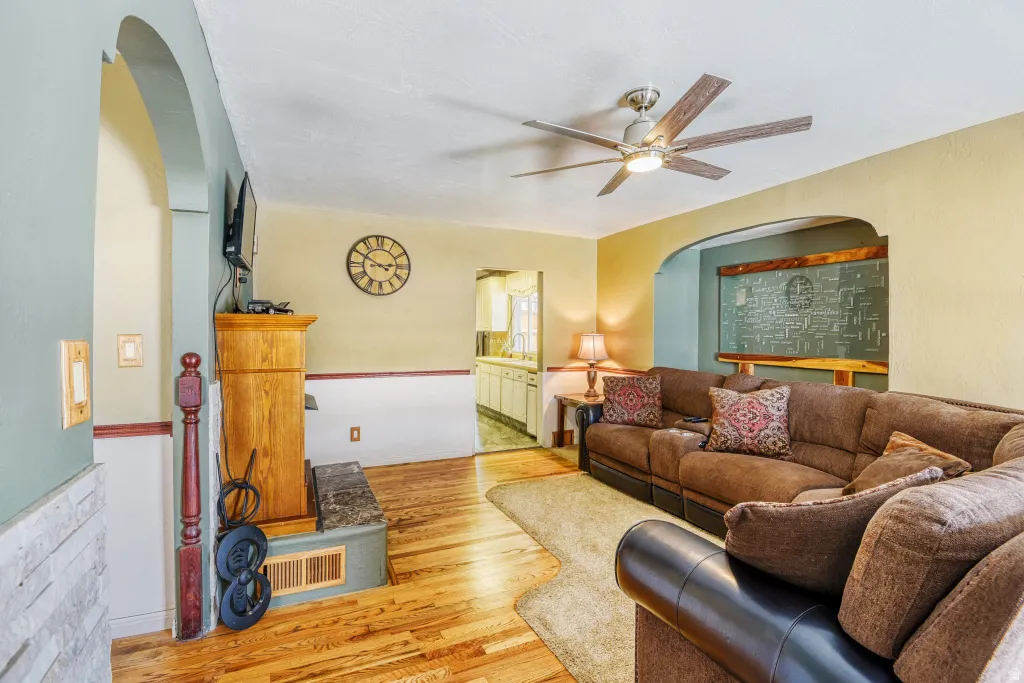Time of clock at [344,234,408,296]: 2:50
